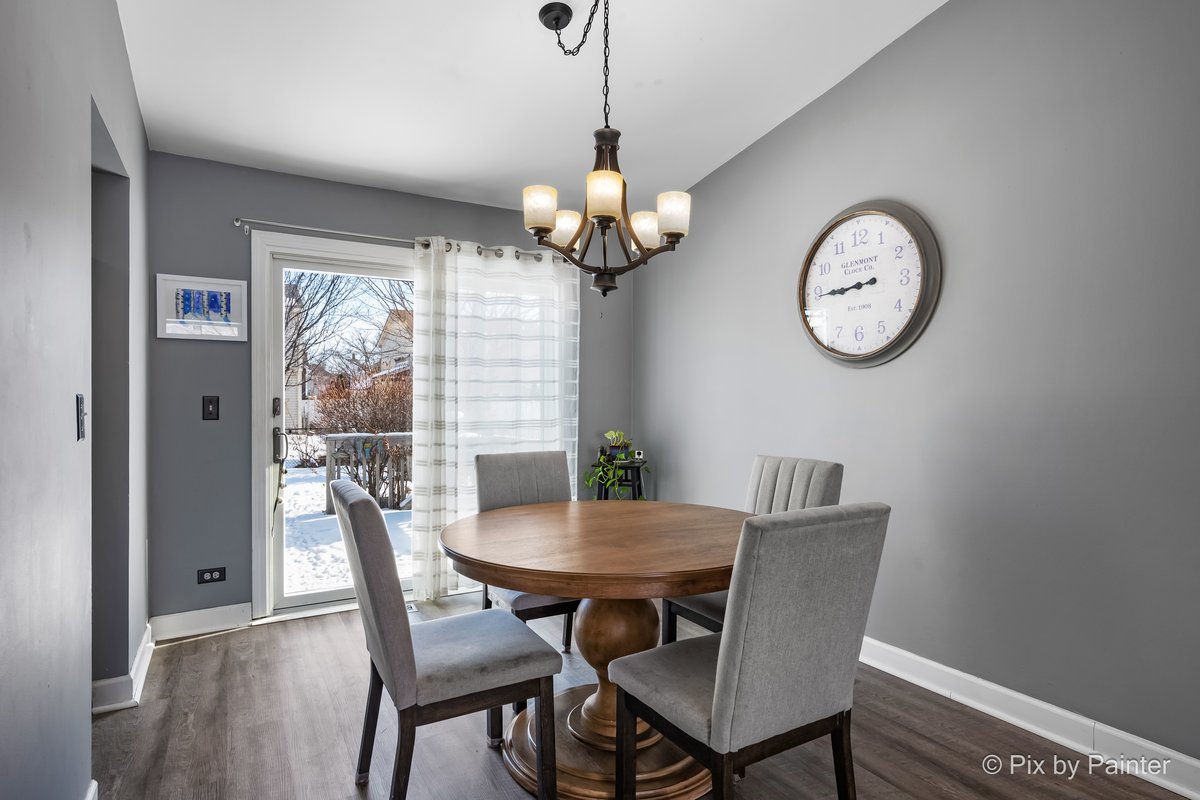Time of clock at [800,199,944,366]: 8:44
